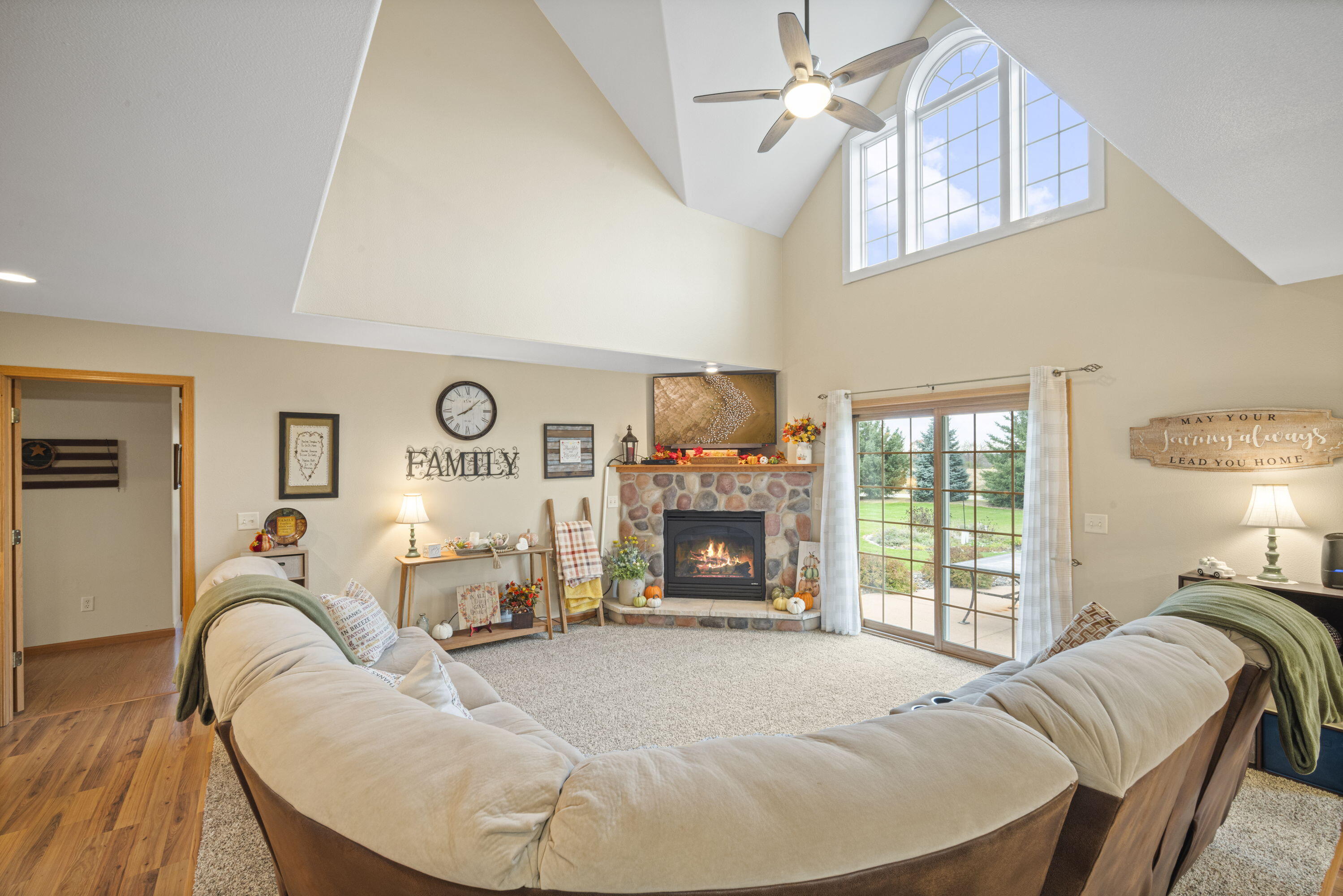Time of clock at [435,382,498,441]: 8:07
